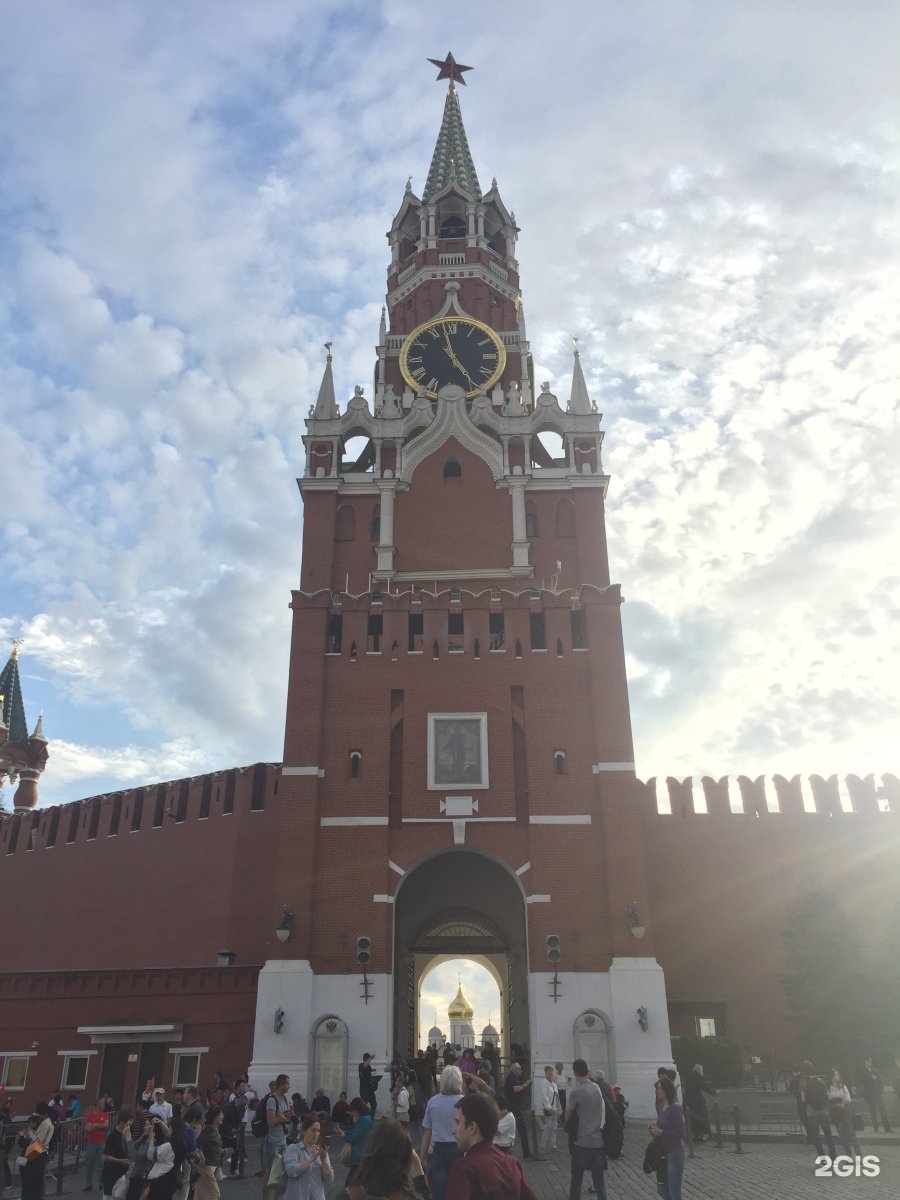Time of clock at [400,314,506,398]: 4:57
